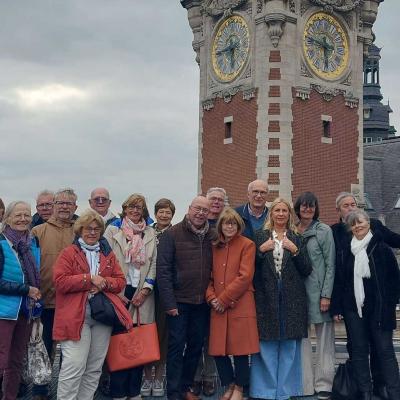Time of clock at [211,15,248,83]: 5:43
